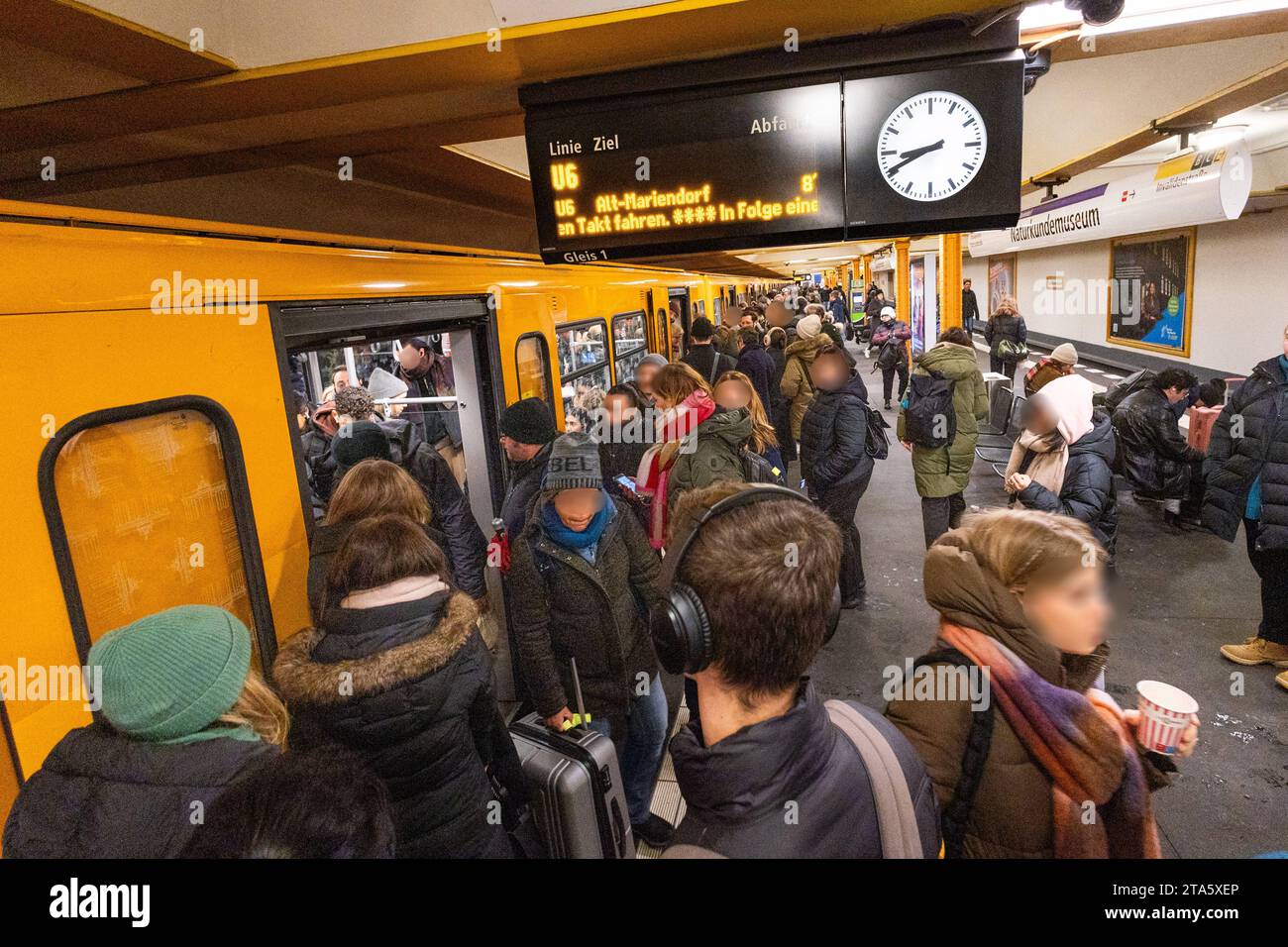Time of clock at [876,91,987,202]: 8:40
